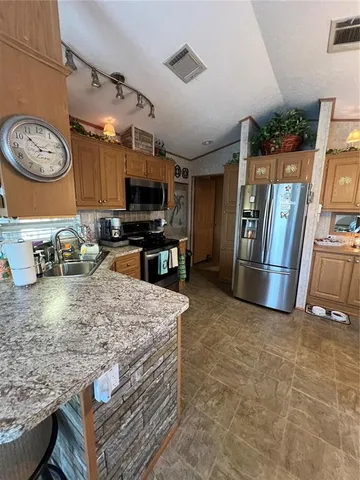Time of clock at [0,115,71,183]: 2:52
